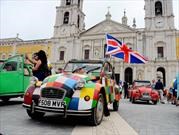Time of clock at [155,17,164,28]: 8:12
